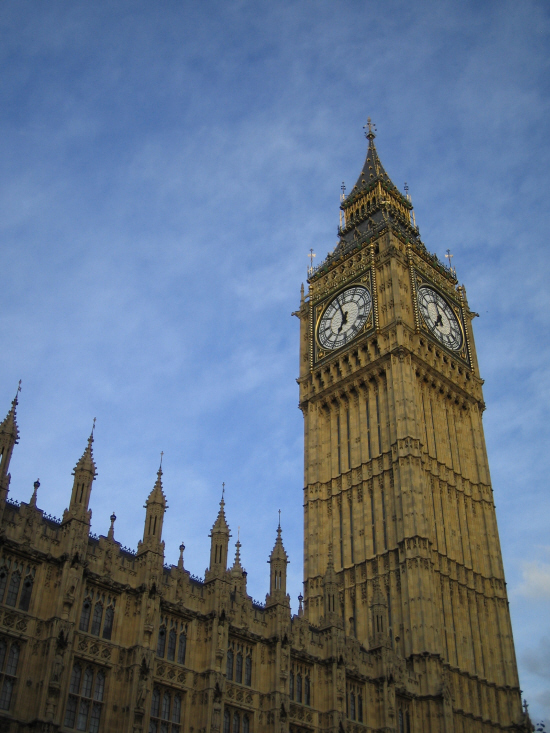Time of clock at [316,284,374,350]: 6:57
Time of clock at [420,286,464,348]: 11:35
